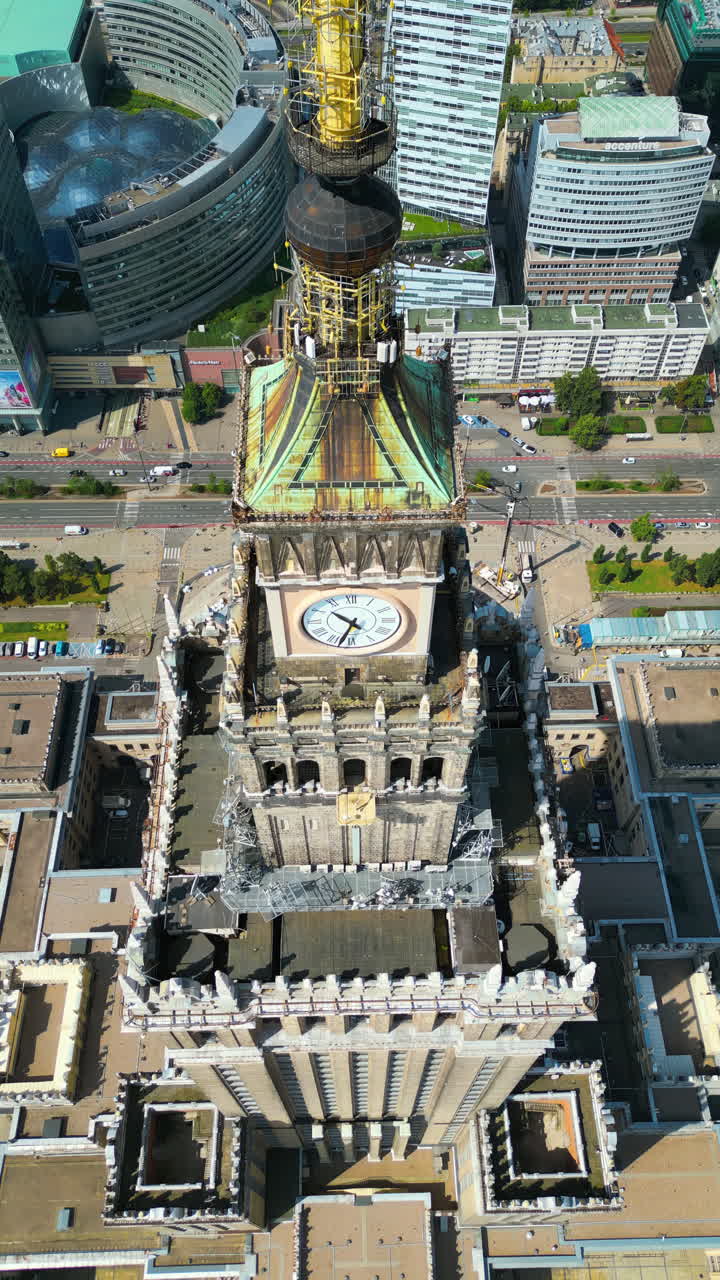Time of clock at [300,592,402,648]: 10:32
